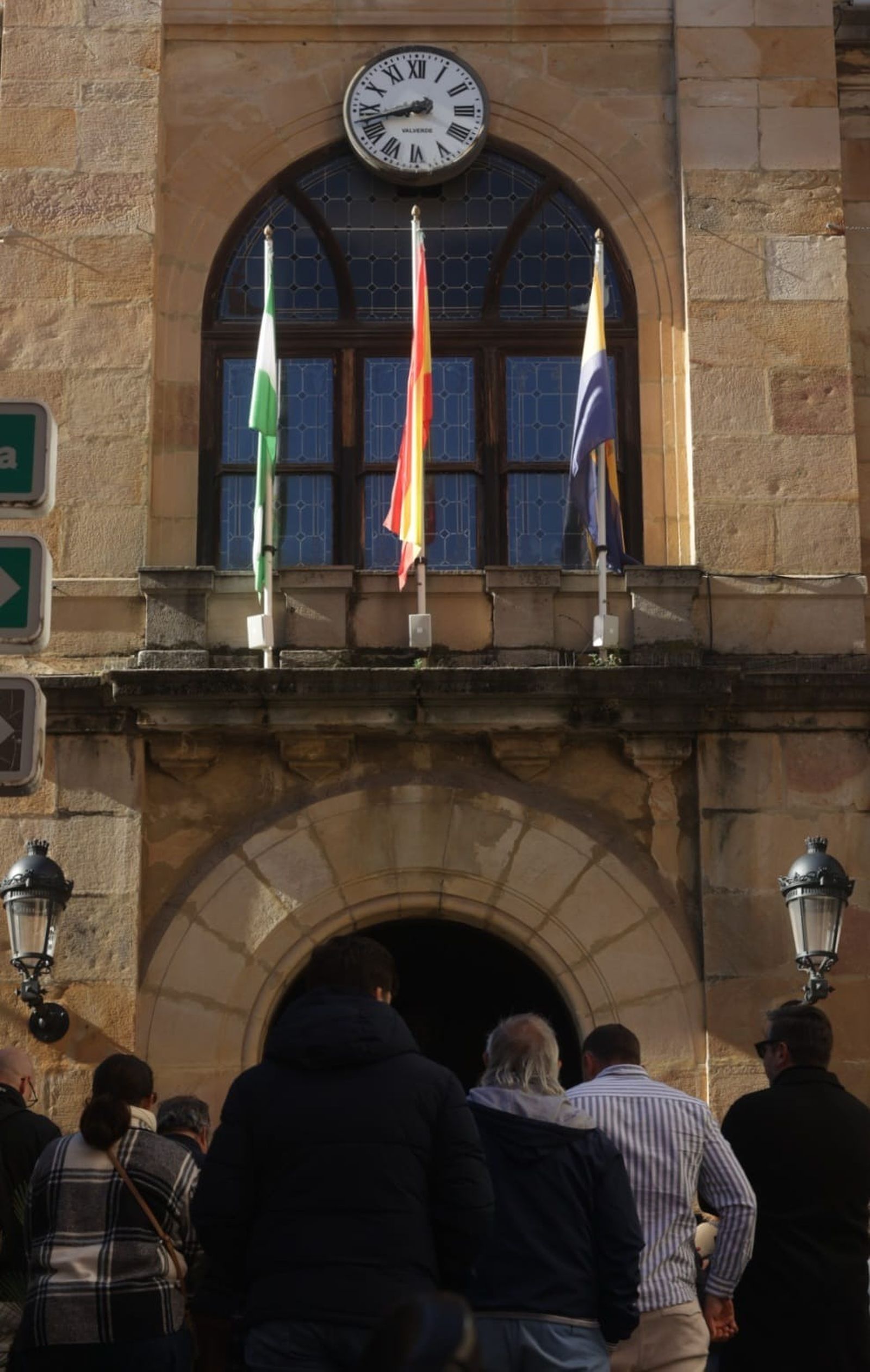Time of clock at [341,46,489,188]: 8:42
